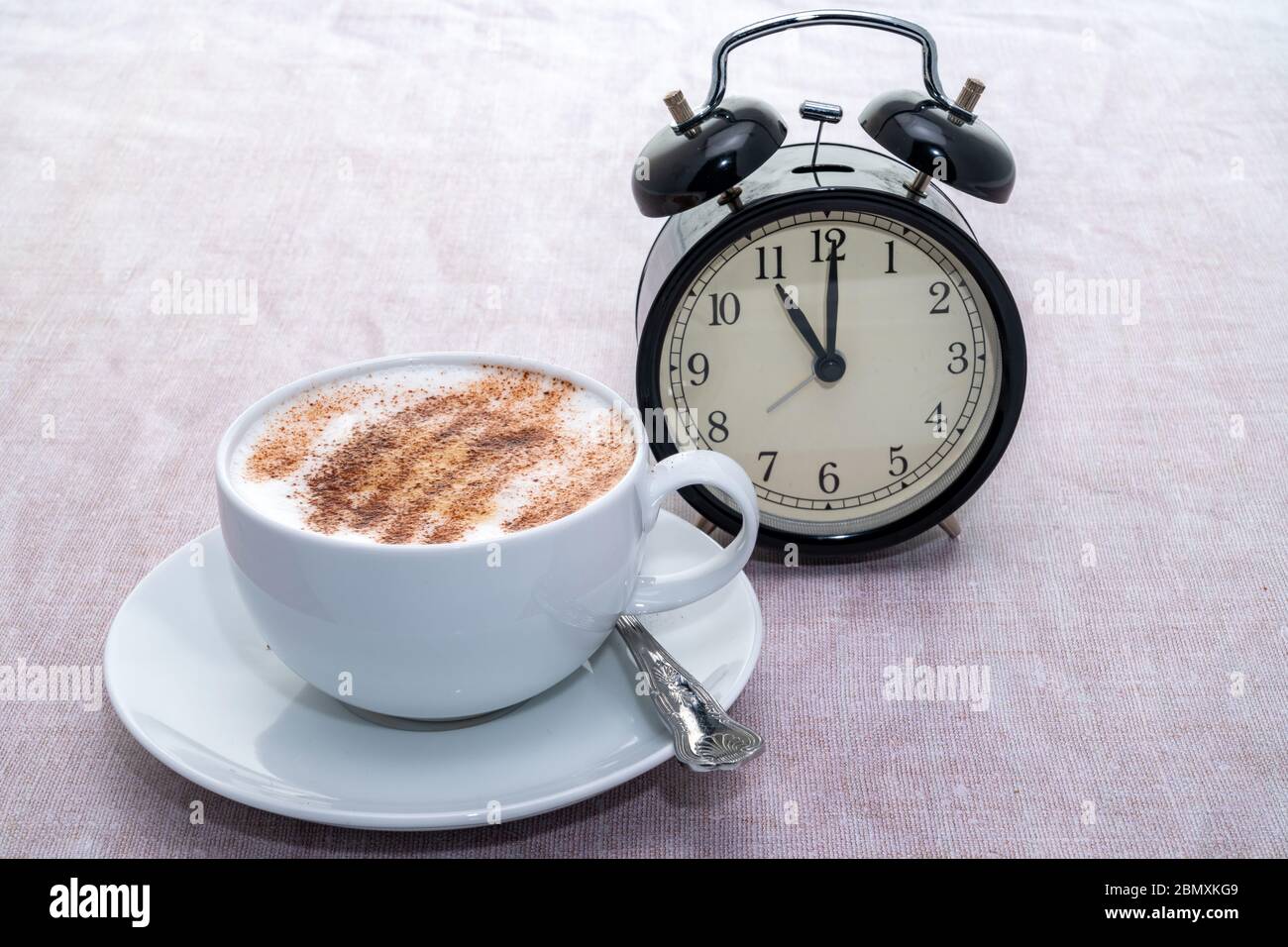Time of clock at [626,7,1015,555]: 11:00
